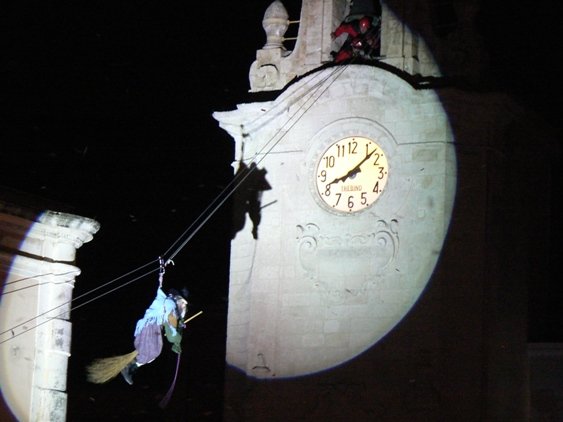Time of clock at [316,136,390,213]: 8:07
